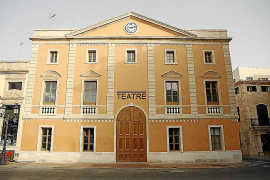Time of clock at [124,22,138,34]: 9:12
